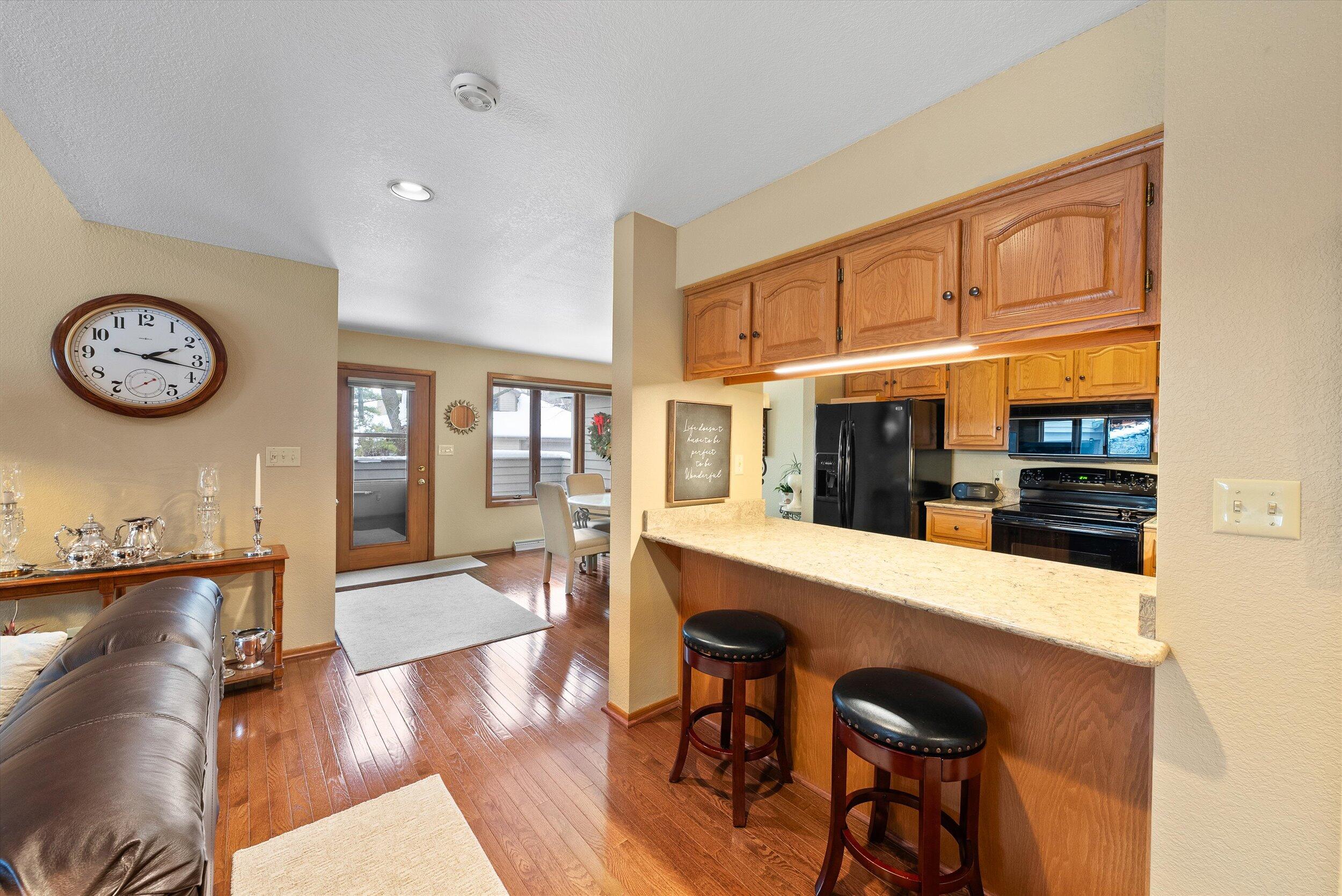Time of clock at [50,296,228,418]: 2:16
